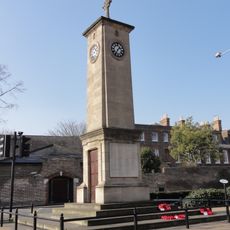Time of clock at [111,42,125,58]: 1:35
